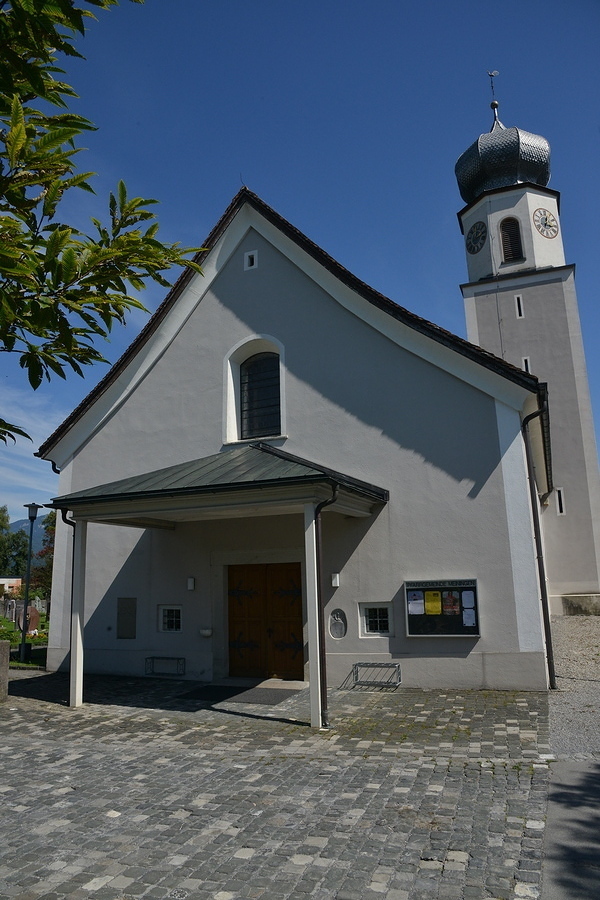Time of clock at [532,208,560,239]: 12:16
